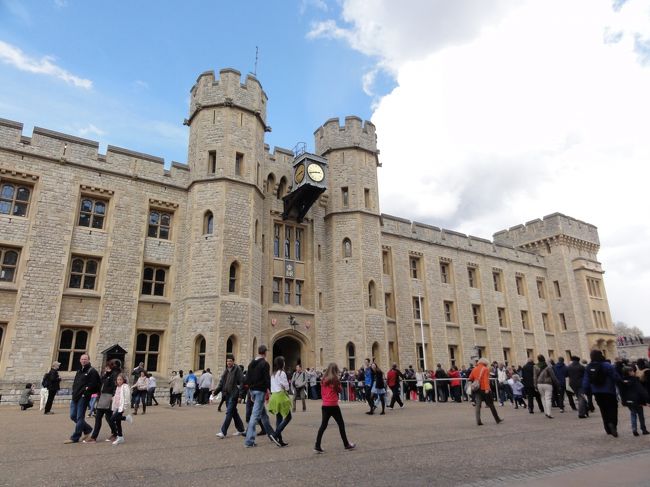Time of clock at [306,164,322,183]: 2:42
